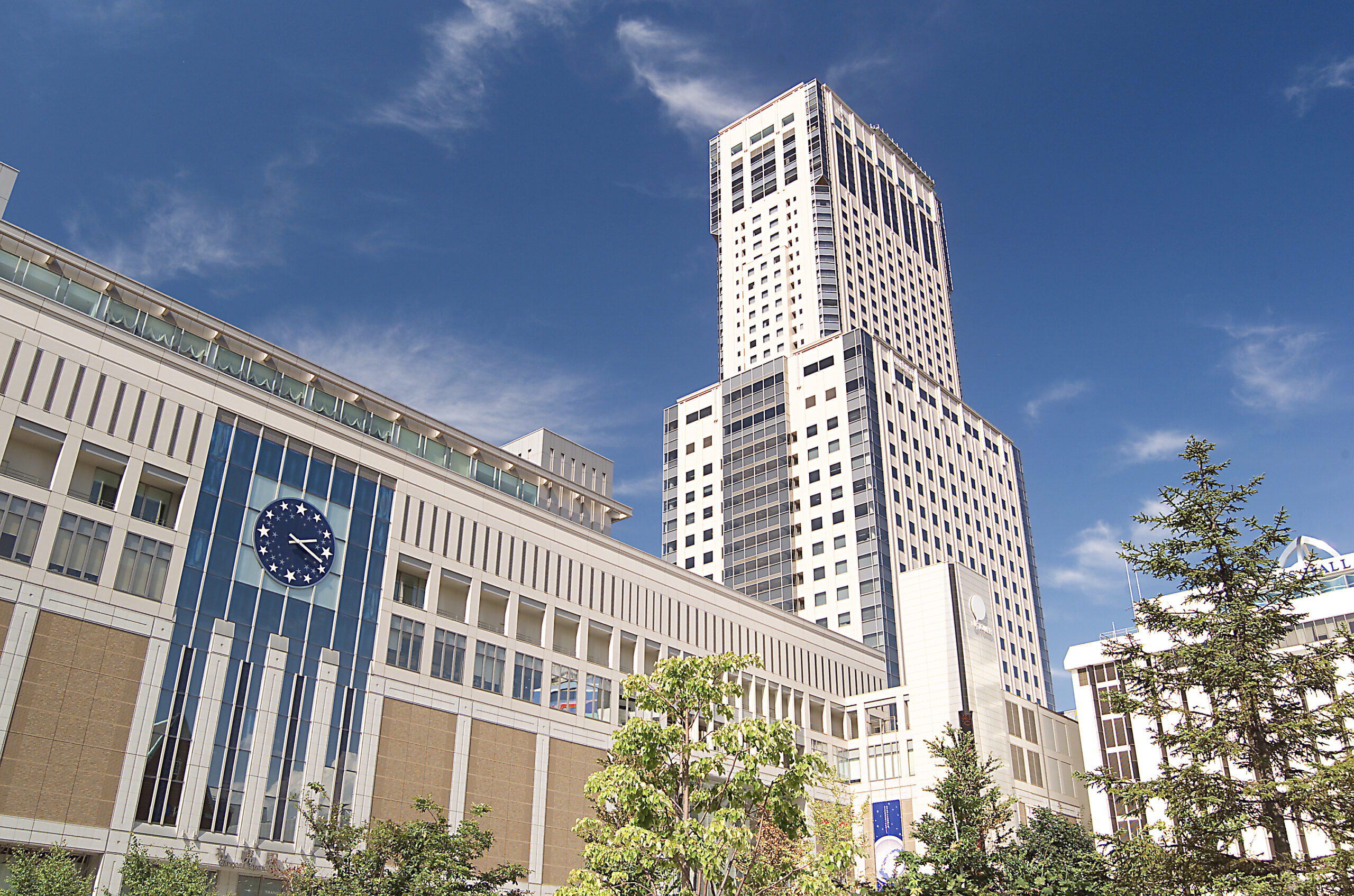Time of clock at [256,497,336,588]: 2:18
